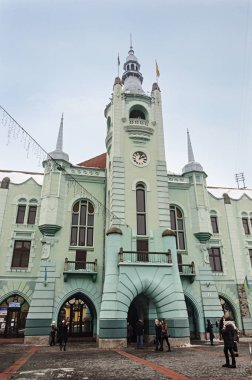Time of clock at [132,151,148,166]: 2:03
